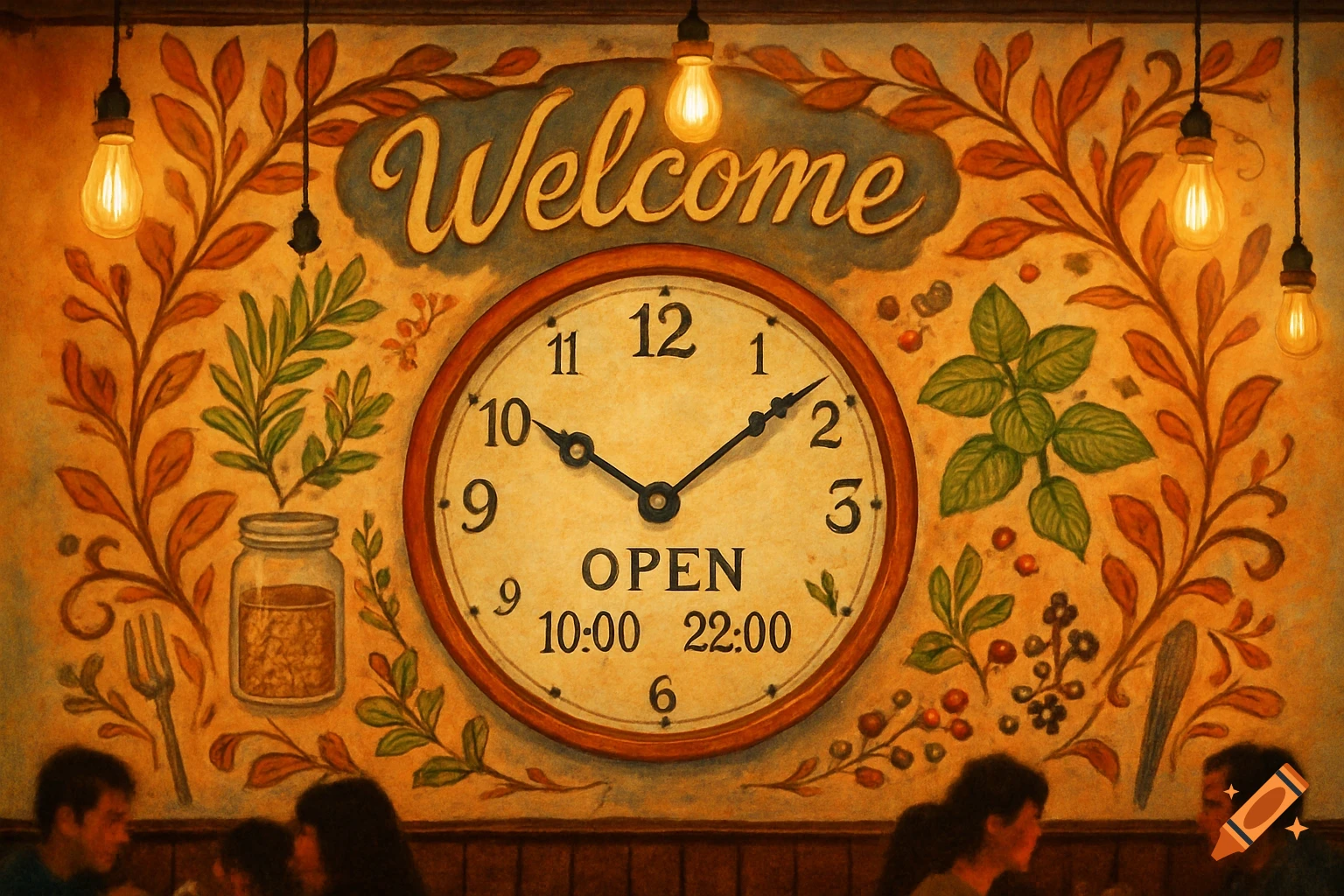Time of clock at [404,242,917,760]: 10:08
